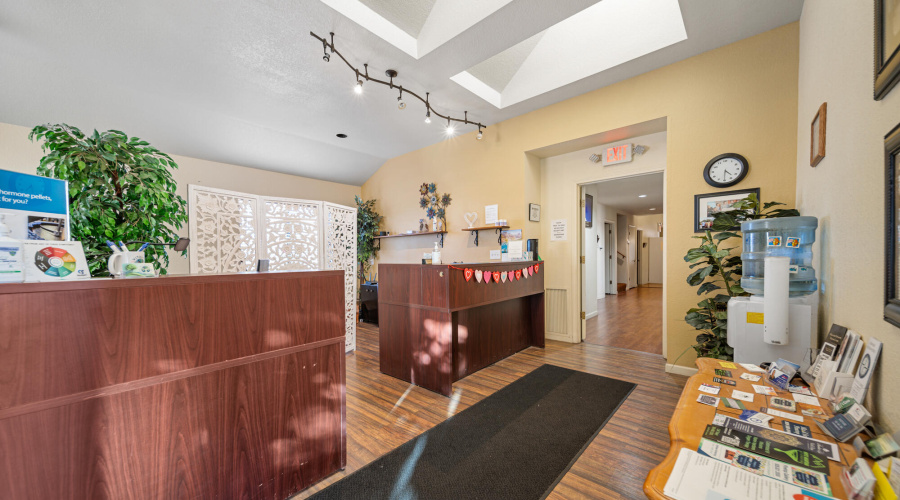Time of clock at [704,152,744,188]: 4:30
